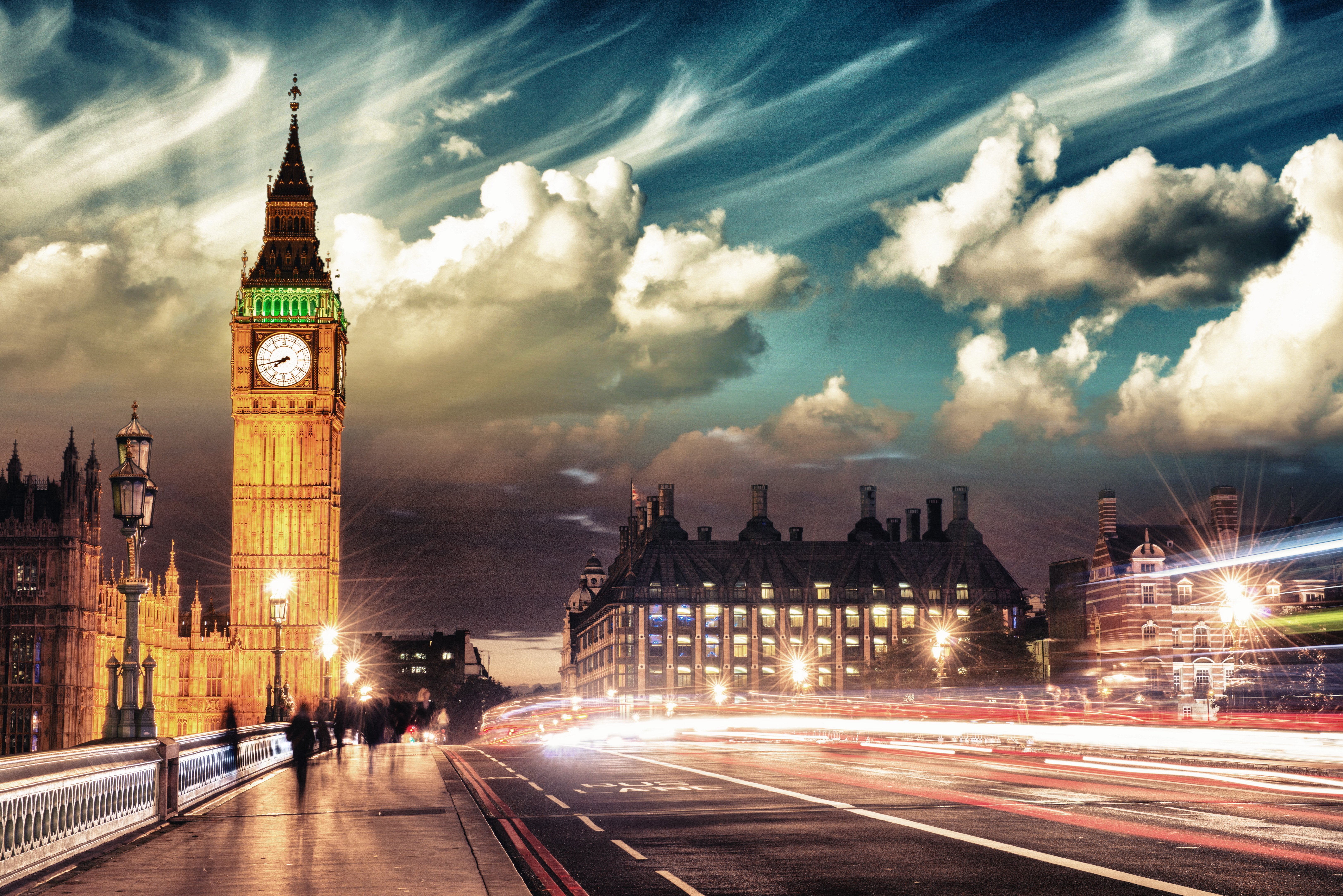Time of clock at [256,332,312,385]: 7:42
